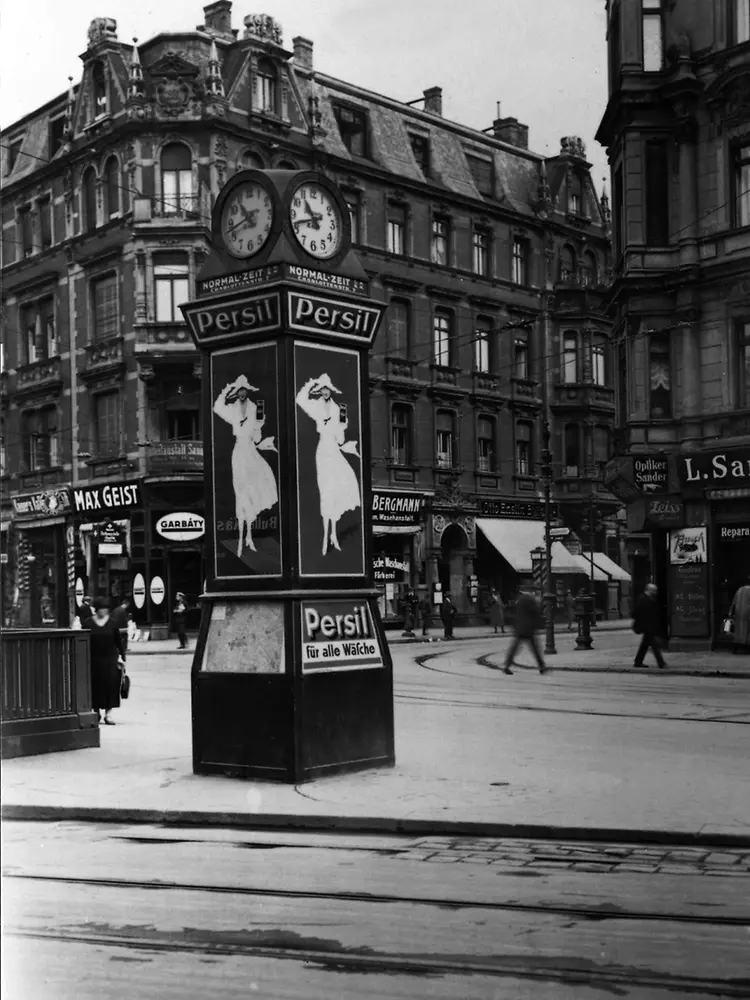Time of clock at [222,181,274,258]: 10:42
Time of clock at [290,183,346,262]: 10:41
